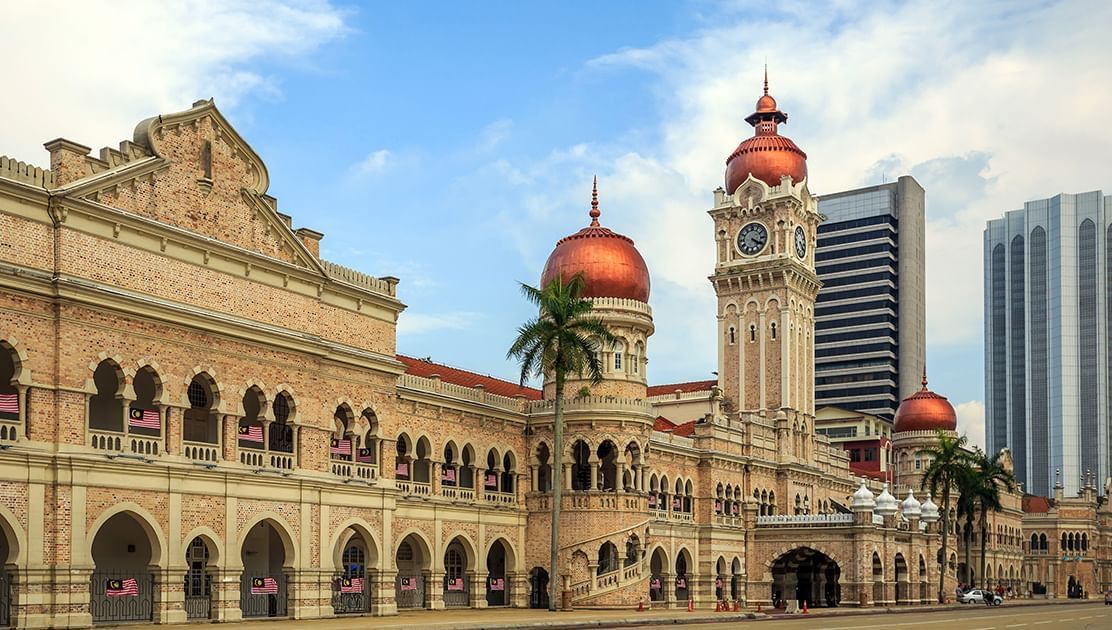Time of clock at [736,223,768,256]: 4:20
